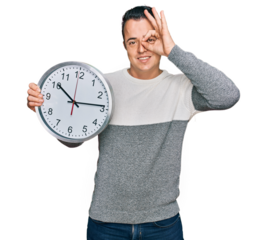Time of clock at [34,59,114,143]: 10:13
